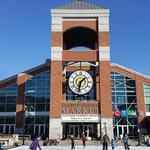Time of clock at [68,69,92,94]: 1:32
